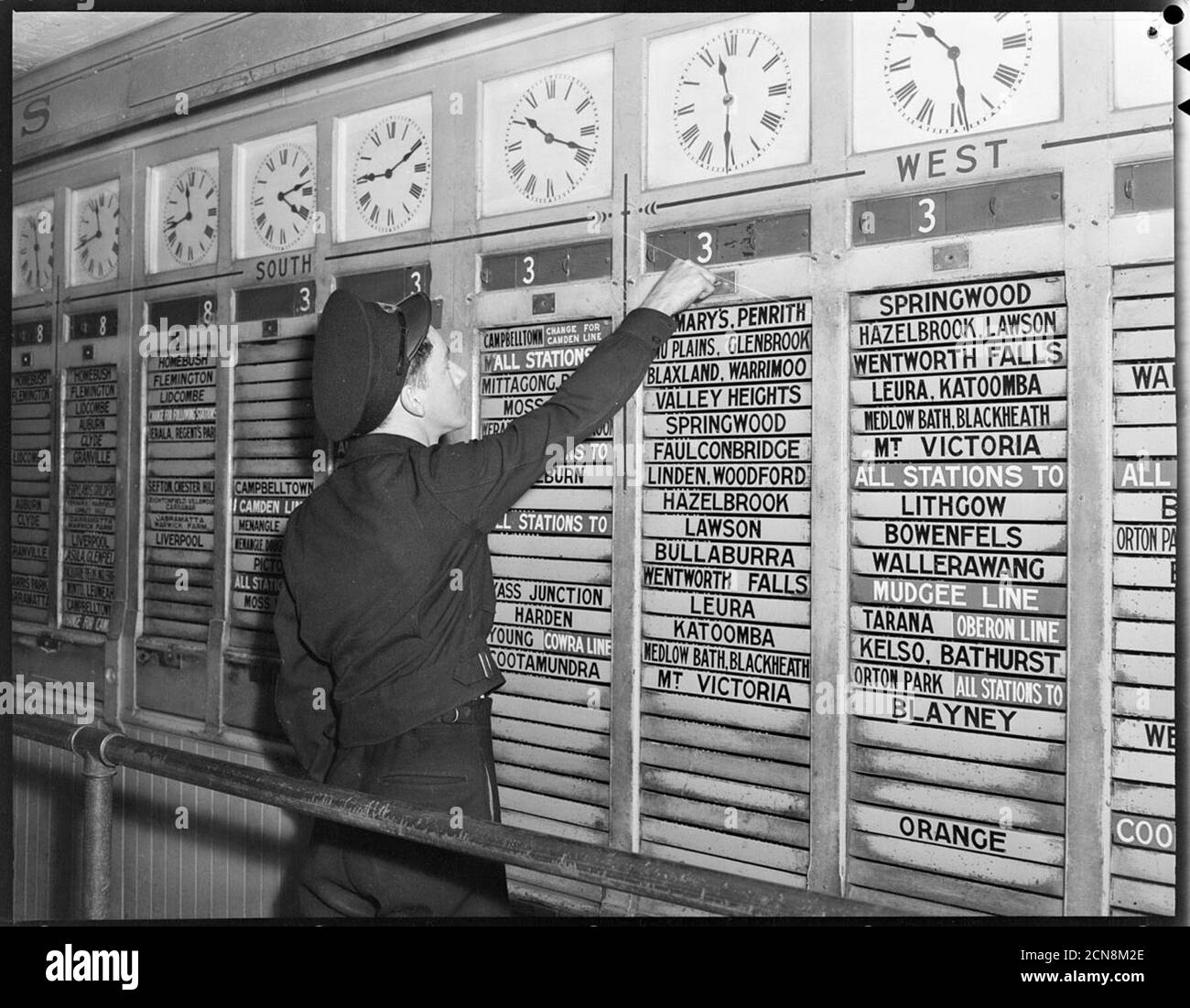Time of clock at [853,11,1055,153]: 10:28
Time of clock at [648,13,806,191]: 11:30
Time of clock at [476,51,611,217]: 10:18
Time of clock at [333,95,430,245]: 9:10
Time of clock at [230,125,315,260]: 4:13
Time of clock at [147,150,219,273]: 11:42
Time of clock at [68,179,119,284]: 11:42
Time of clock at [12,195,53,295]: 11:28
